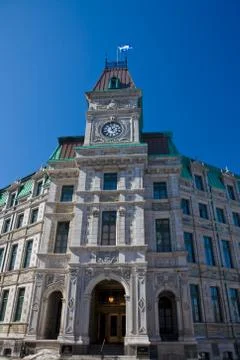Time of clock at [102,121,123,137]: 1:56
